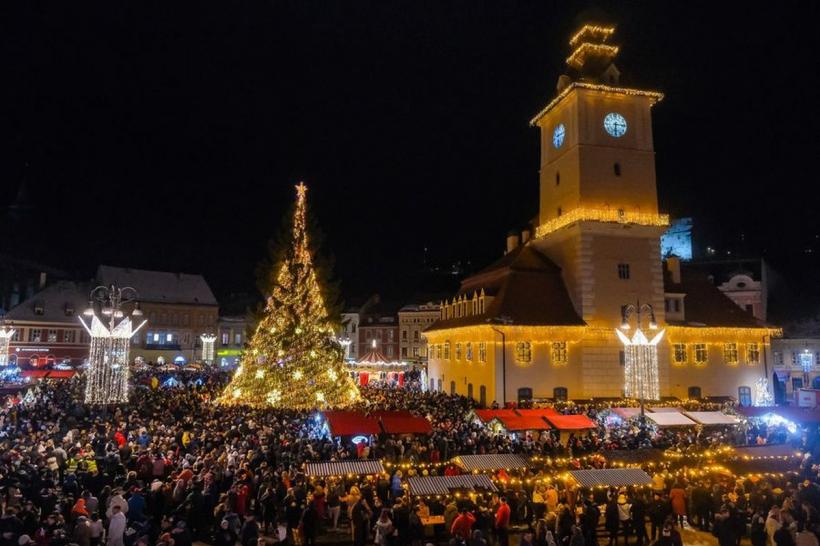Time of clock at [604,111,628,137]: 6:14
